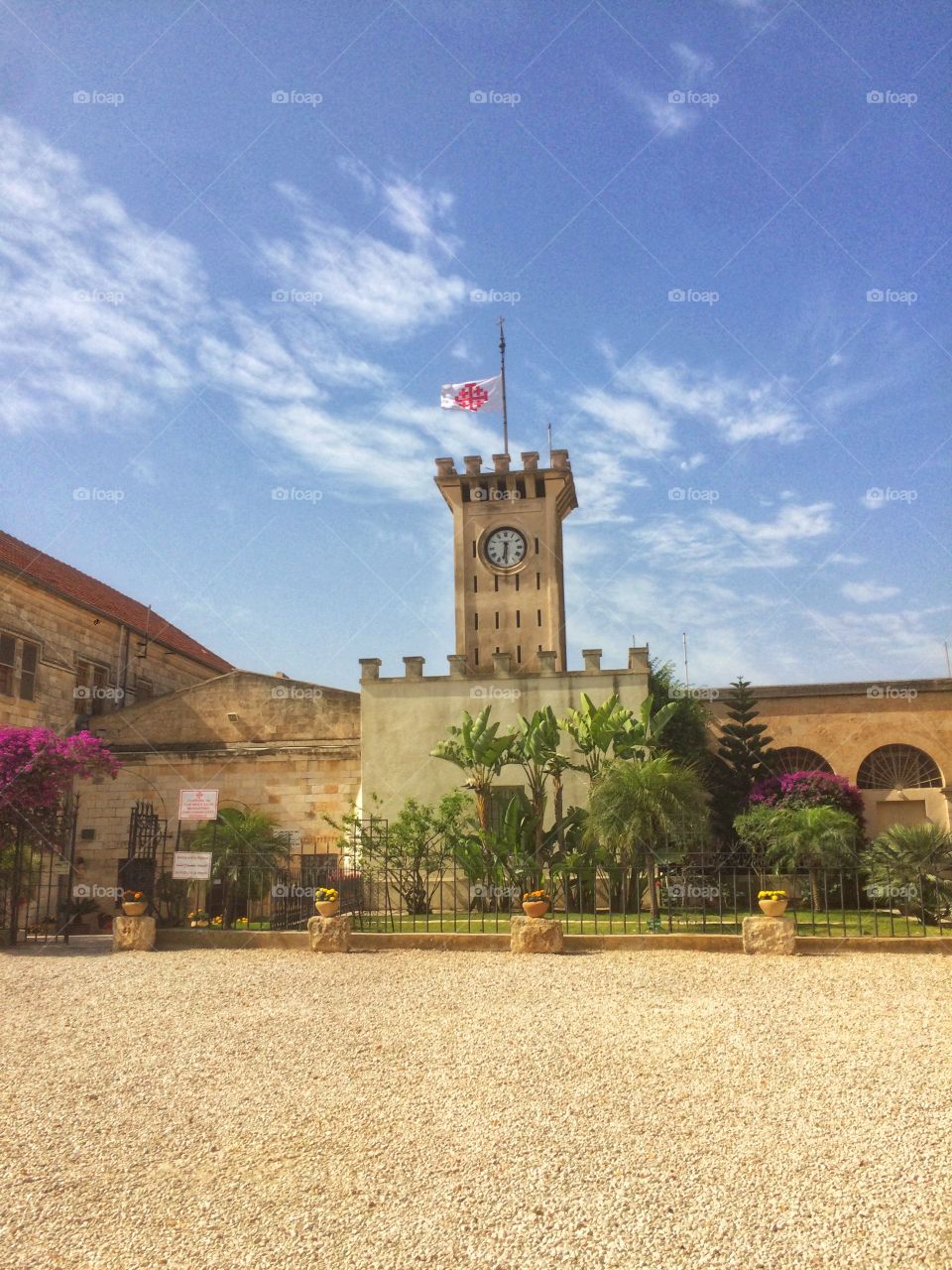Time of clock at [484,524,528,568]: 6:29
